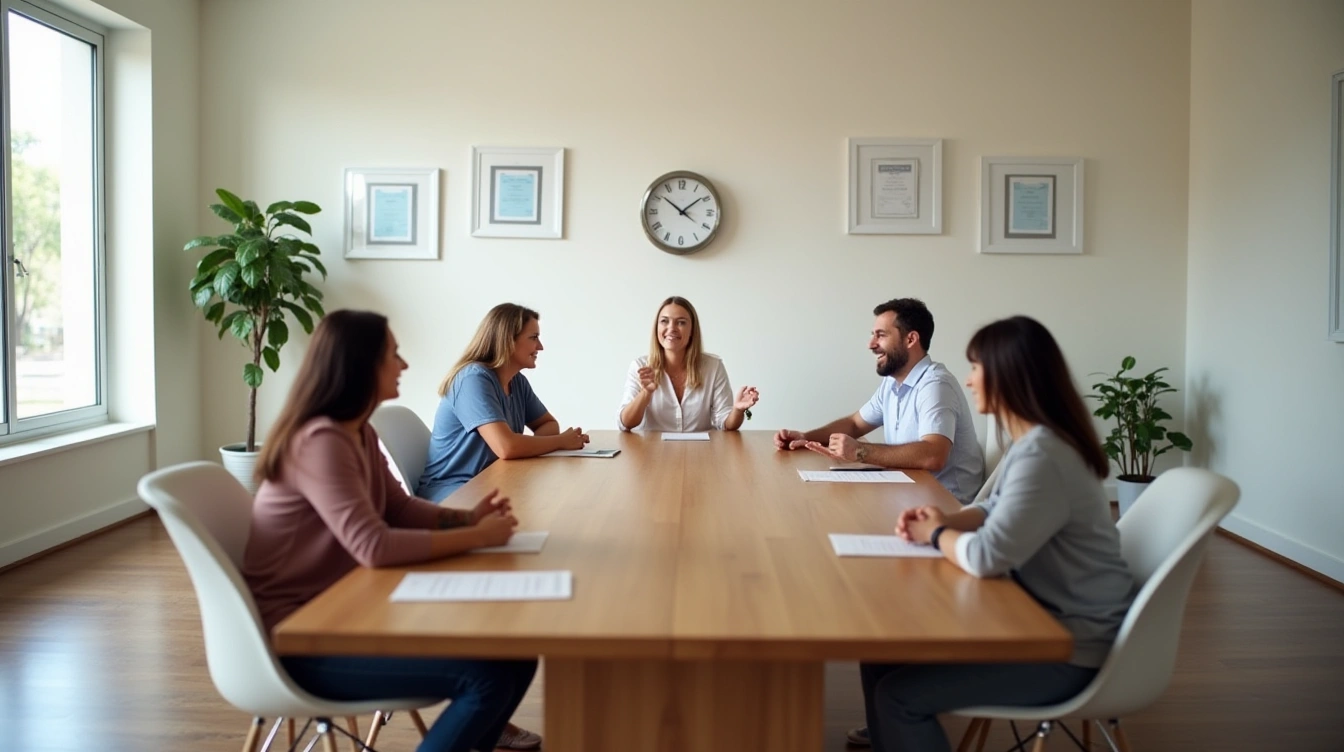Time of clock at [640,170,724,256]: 1:51
